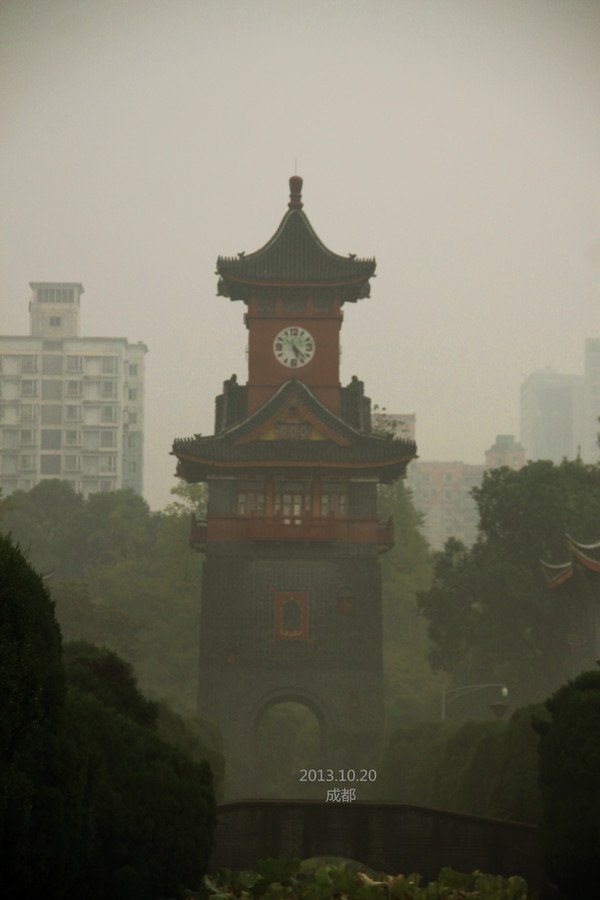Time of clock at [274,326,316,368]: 5:22
